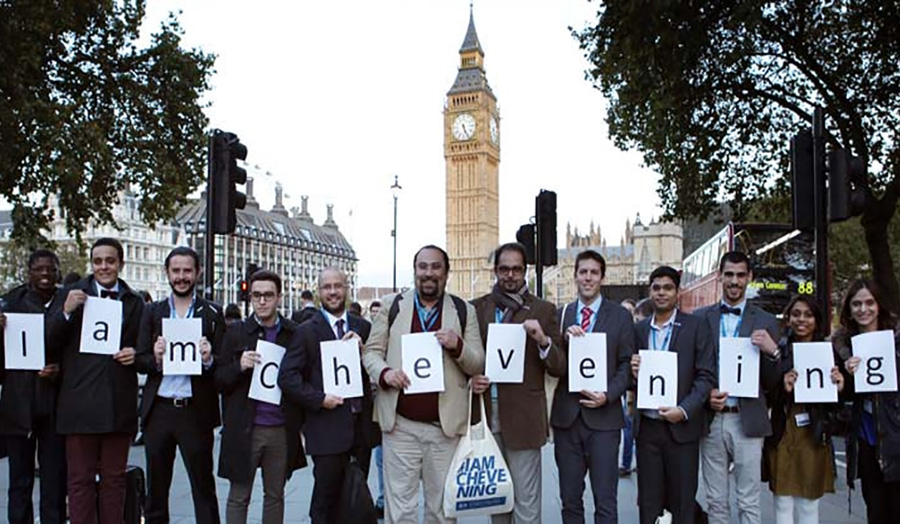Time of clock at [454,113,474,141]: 5:26
